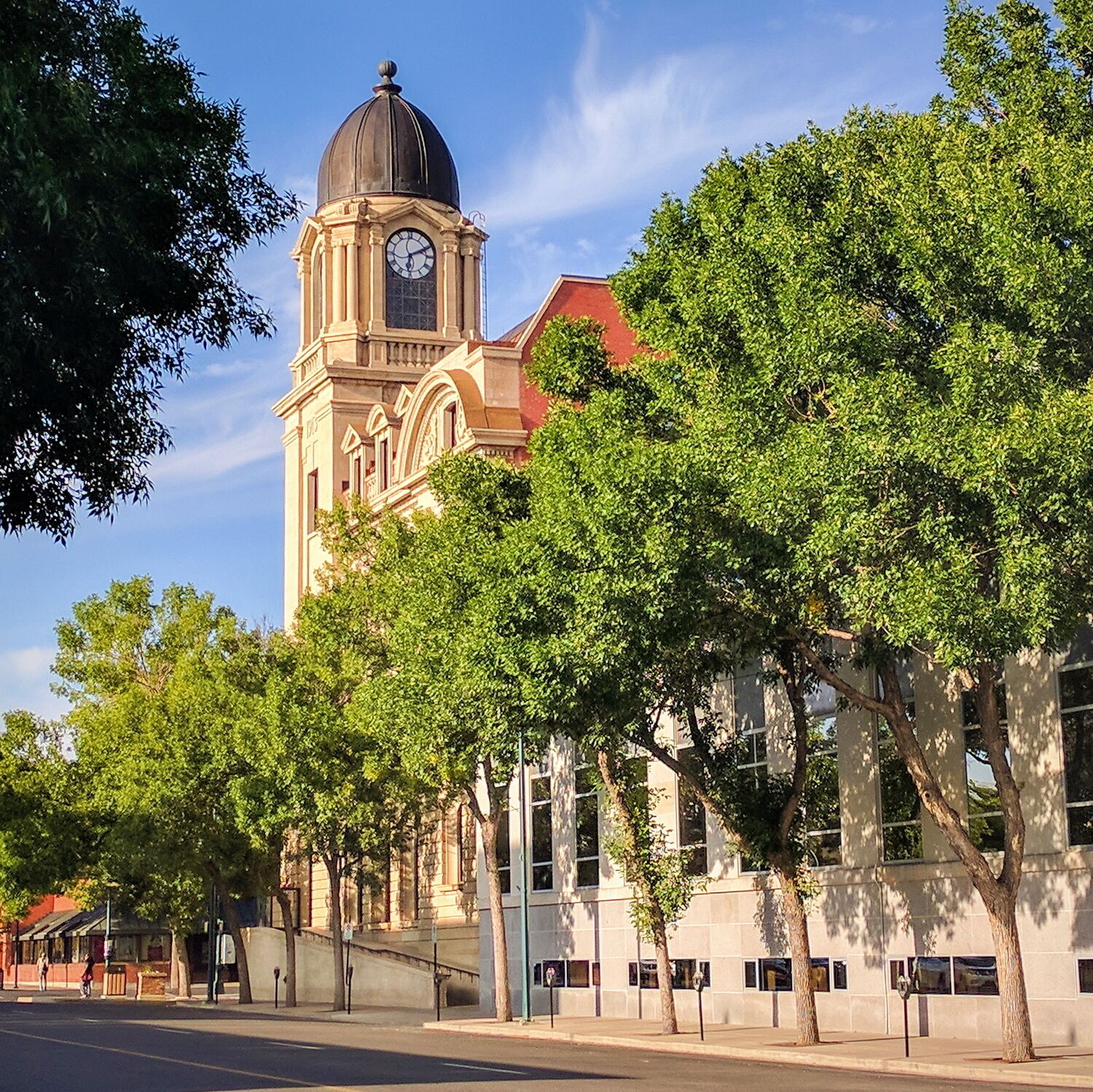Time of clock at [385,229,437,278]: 6:10
